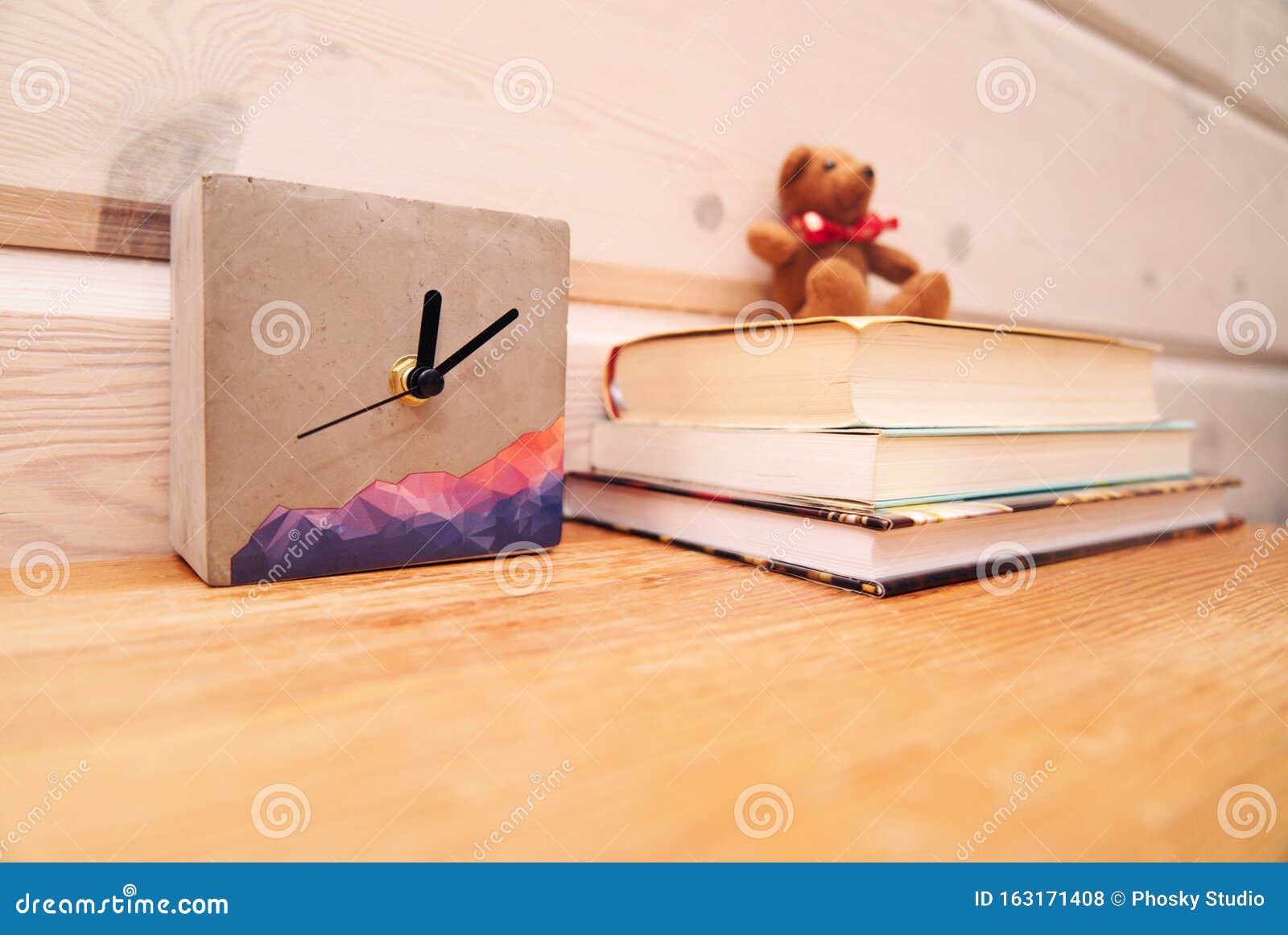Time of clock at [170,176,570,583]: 12:09
